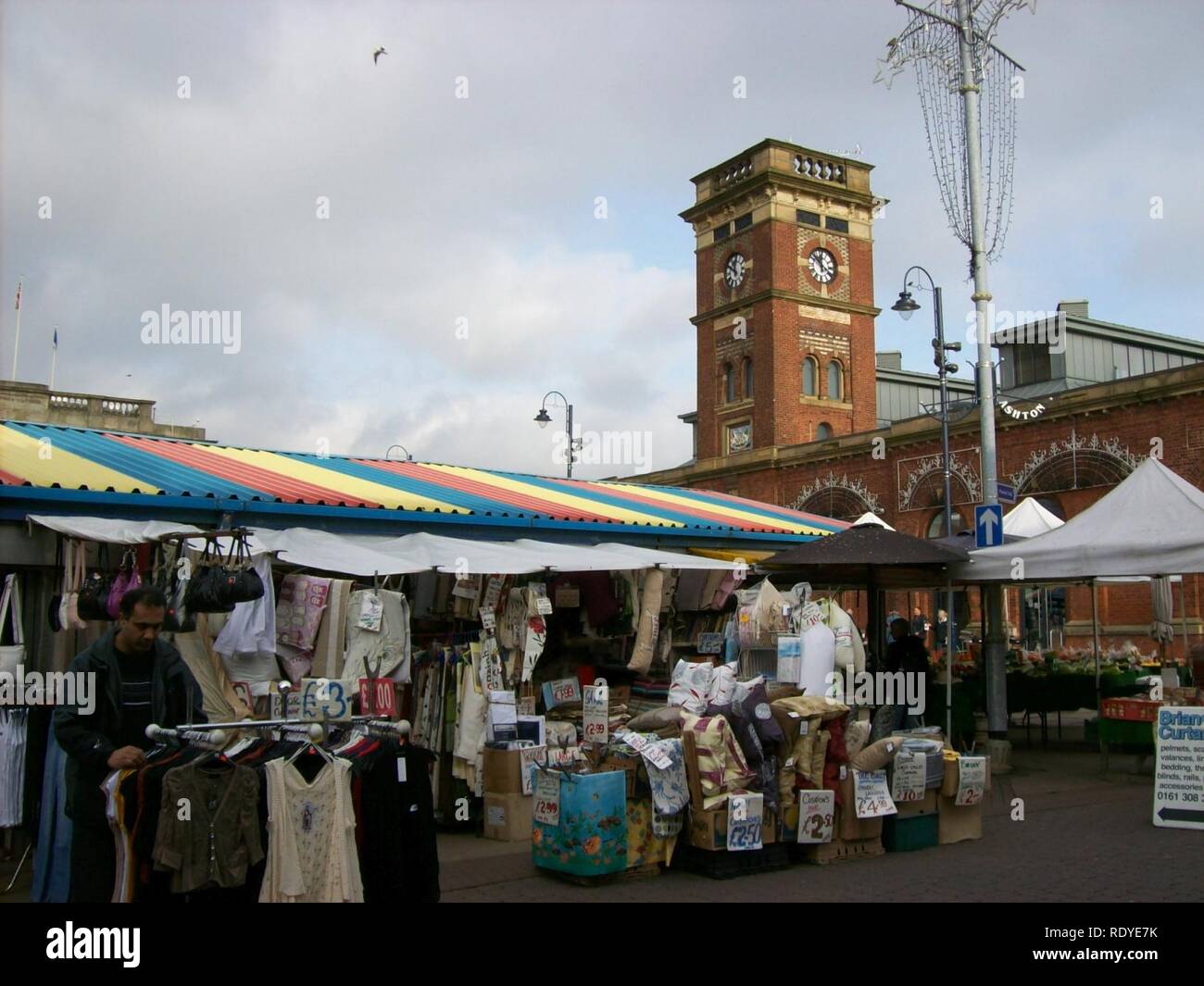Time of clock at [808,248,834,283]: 11:52
